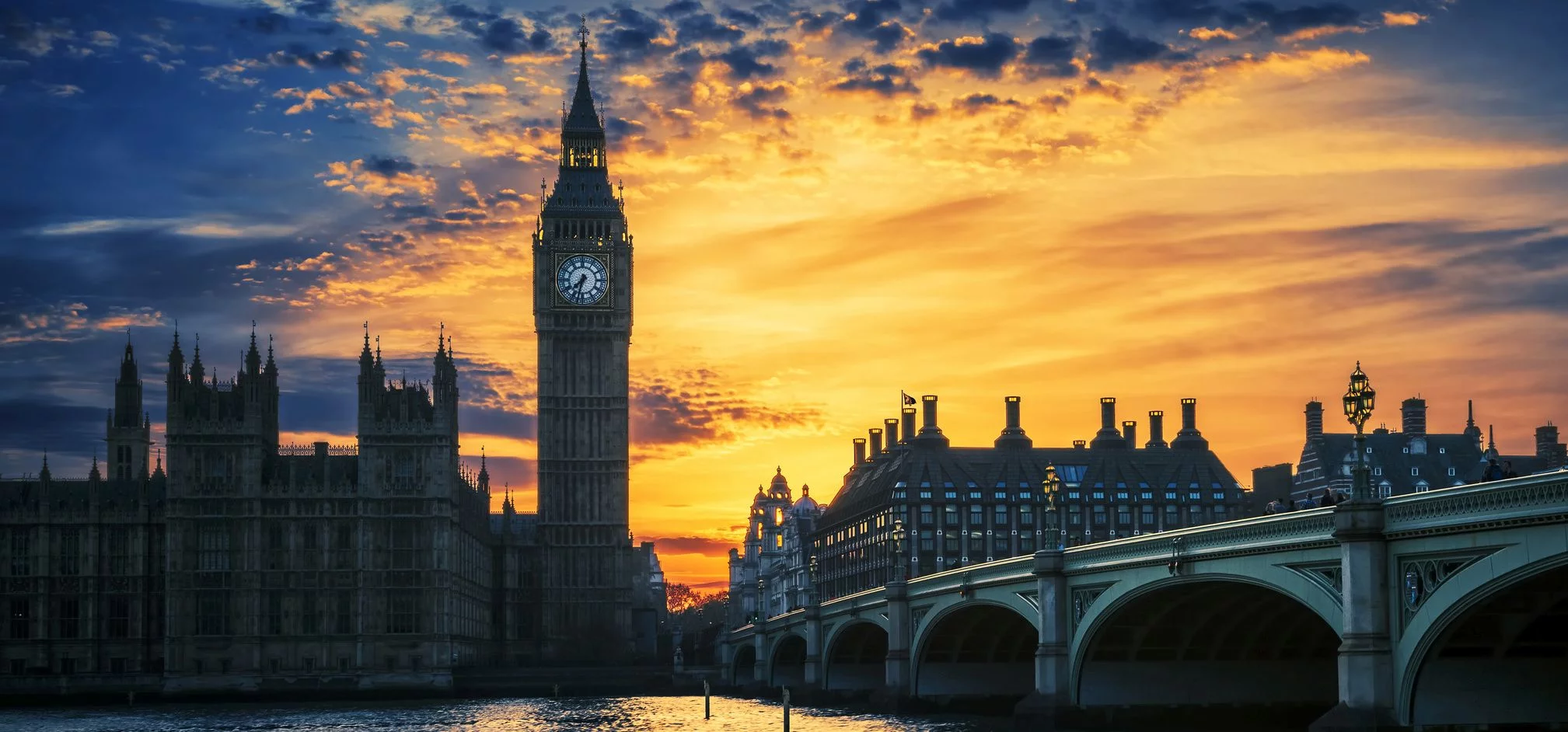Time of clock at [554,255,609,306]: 7:32
